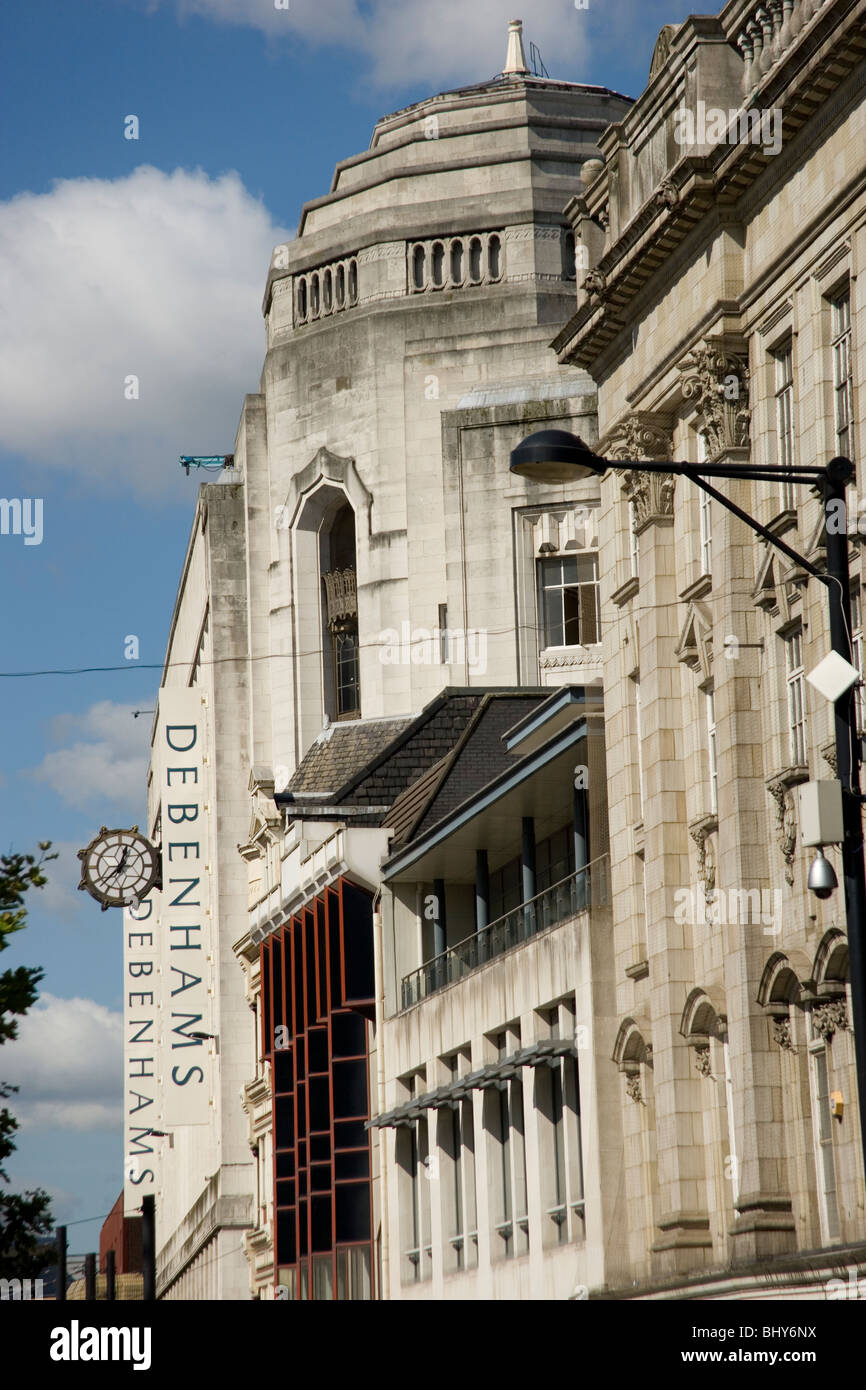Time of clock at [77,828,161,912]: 12:37
